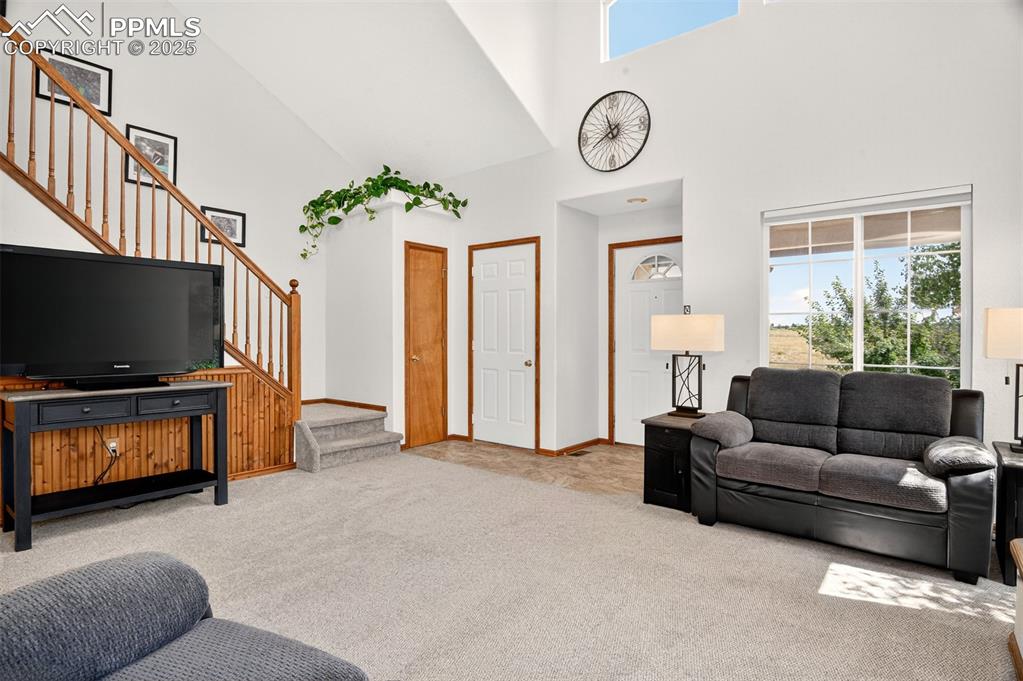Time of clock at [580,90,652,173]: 11:40
